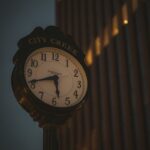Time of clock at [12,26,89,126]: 5:41
